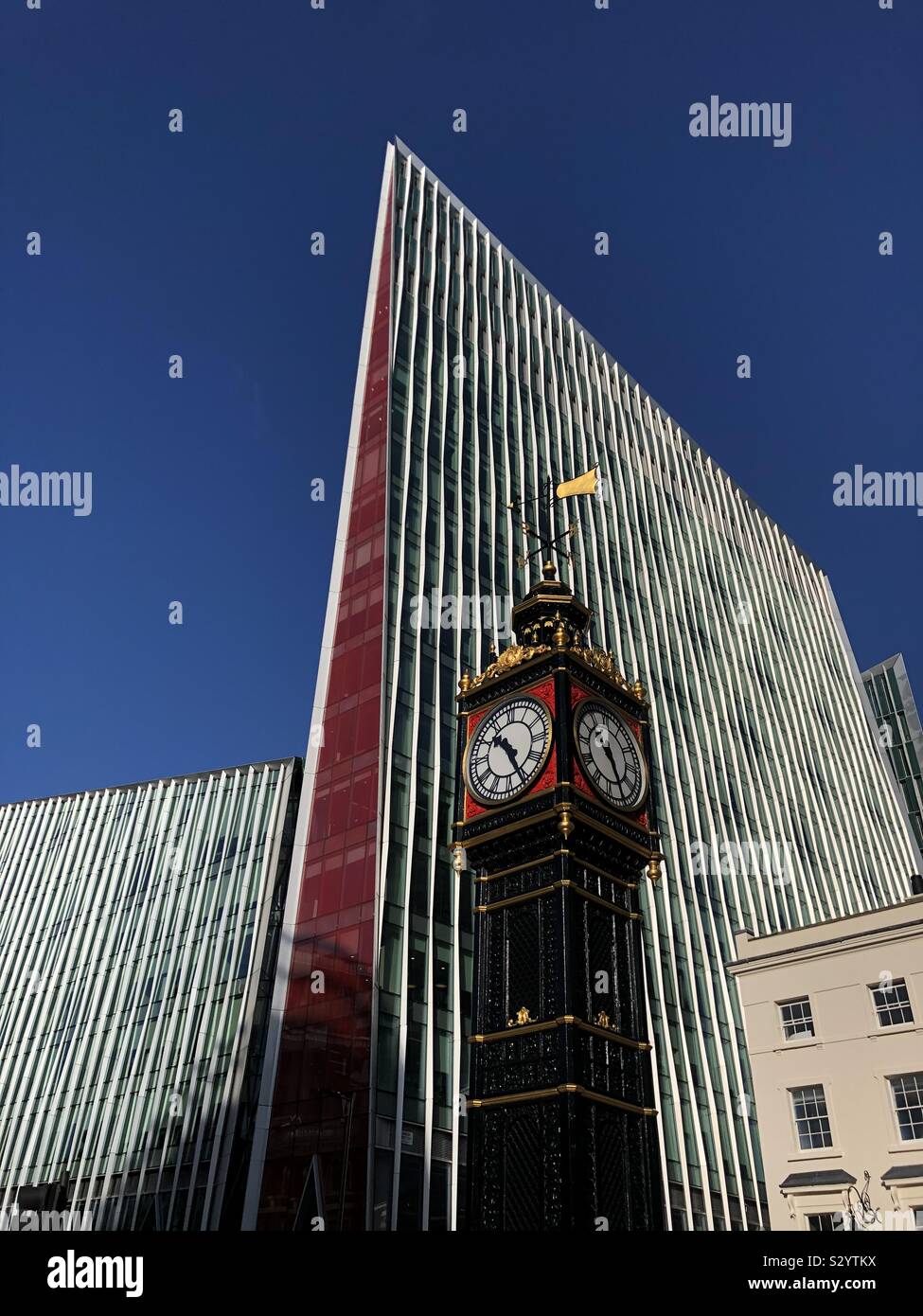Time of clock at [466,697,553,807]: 10:25
